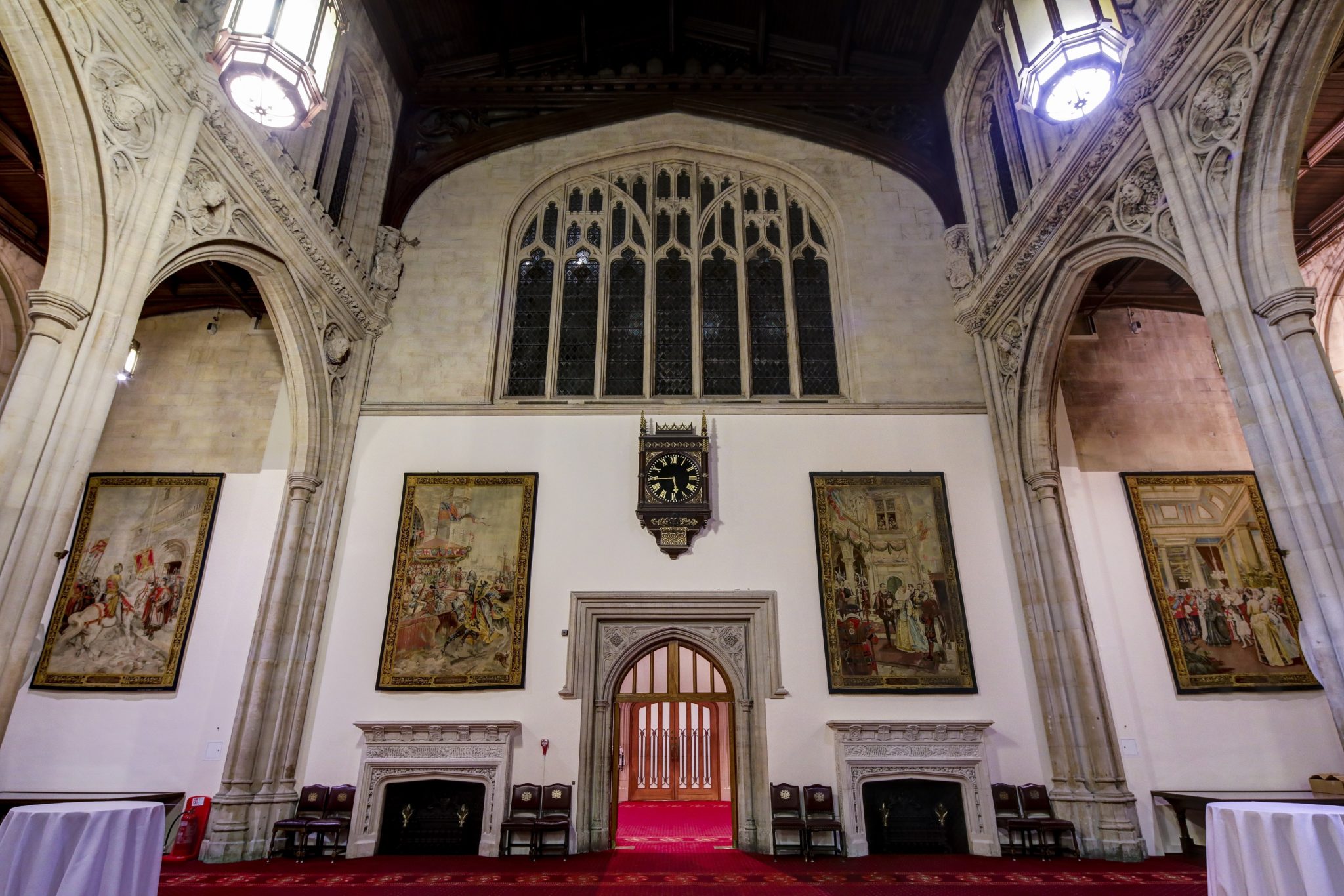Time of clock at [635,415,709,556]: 5:44
